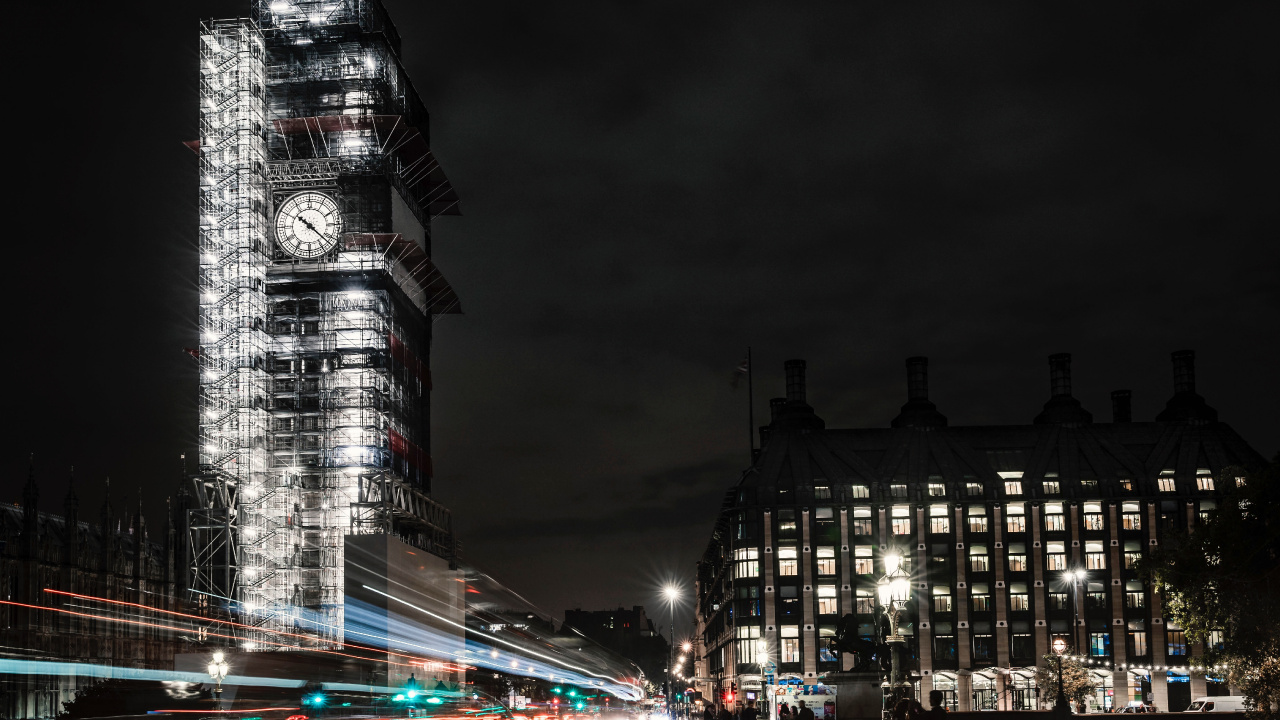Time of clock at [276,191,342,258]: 10:22
